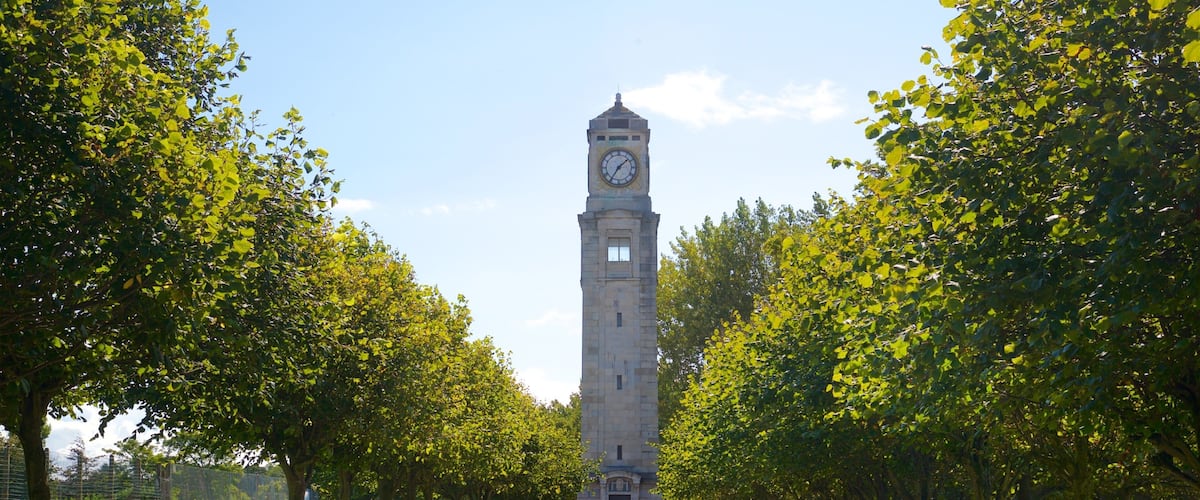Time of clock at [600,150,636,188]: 1:35
